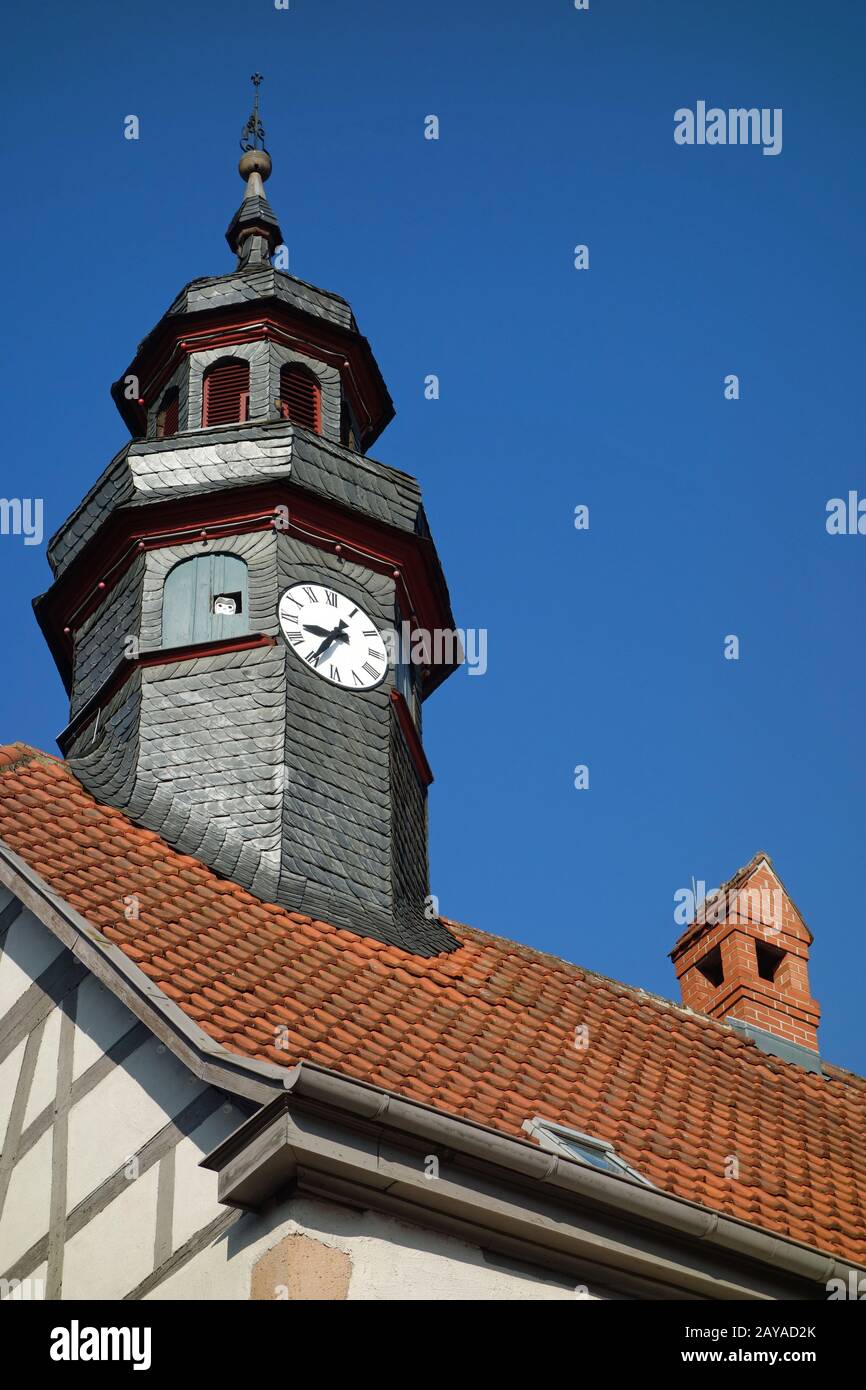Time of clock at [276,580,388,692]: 8:34
